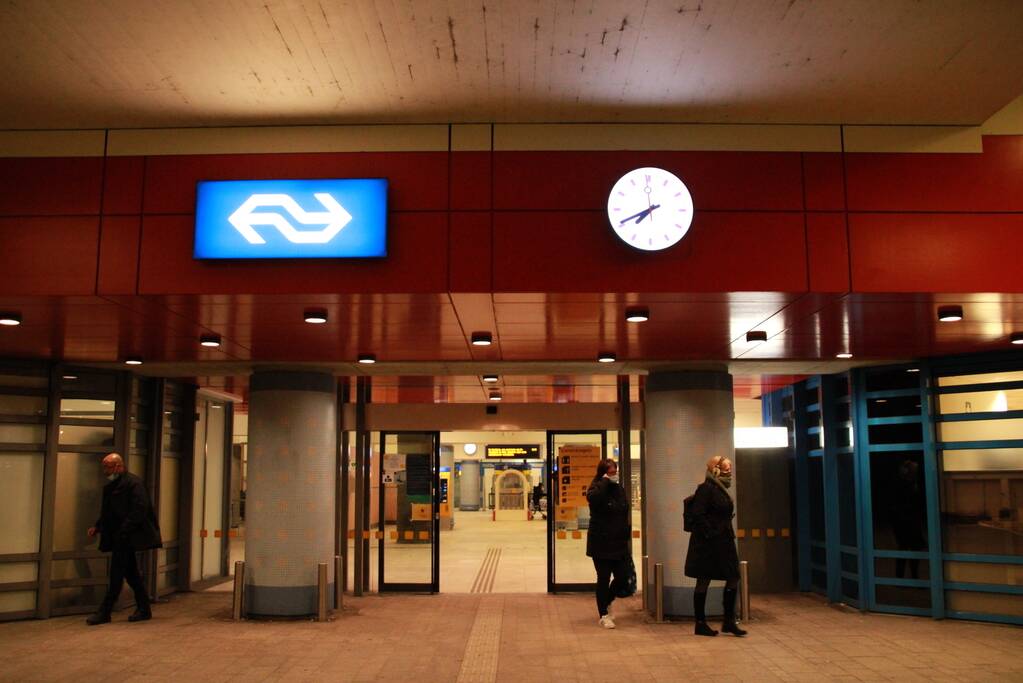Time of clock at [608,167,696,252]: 7:40
